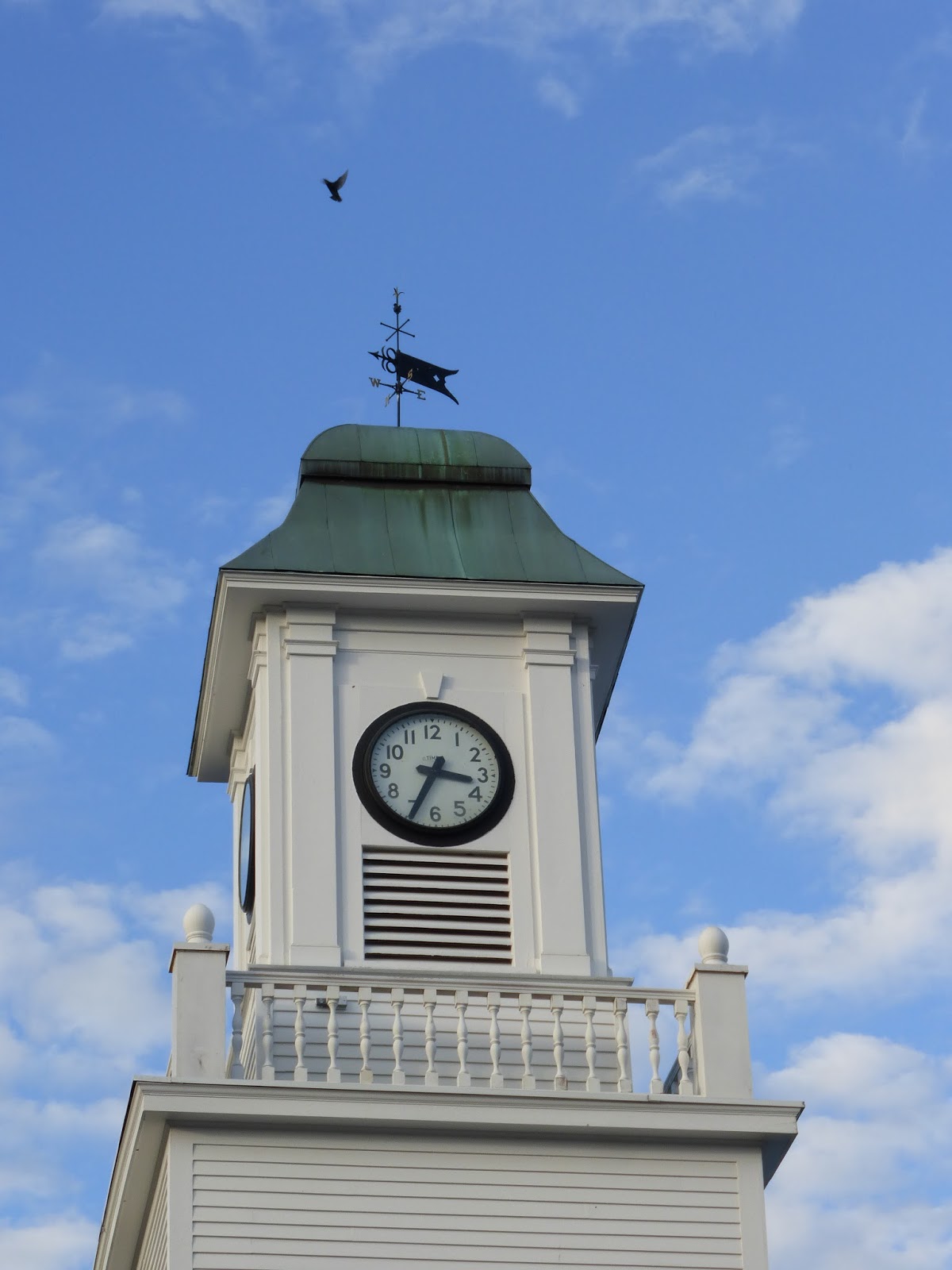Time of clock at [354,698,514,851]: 3:34
